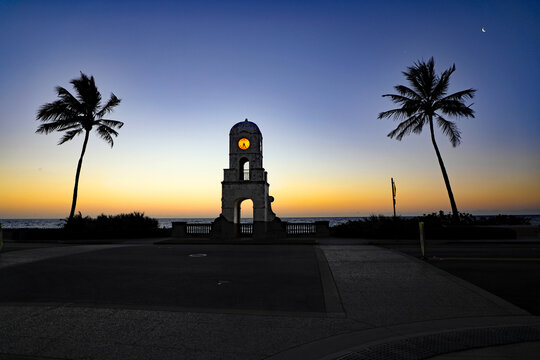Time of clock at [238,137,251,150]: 6:24
